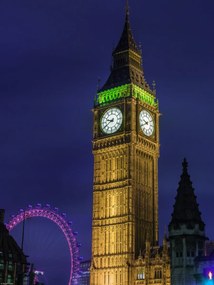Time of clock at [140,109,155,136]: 9:40
